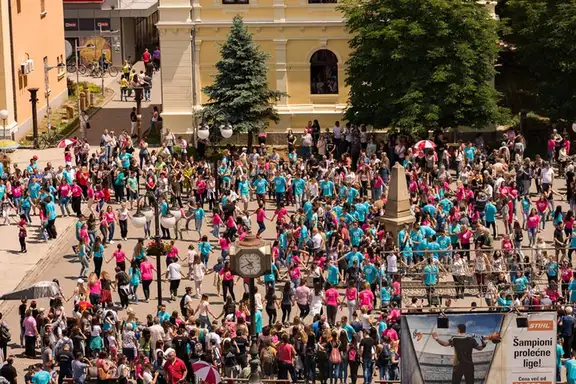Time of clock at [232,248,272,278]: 10:40
